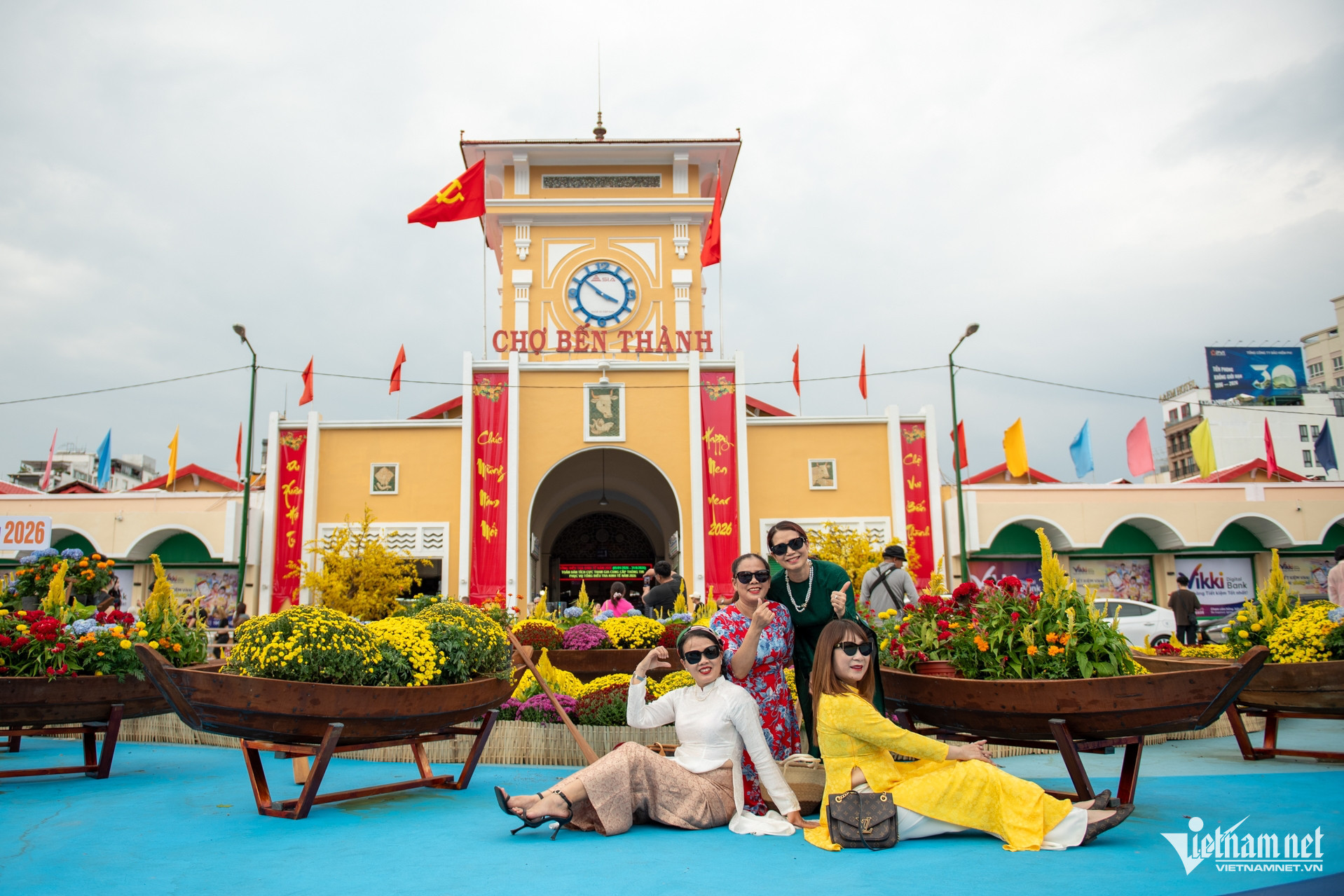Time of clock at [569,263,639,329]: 3:51
